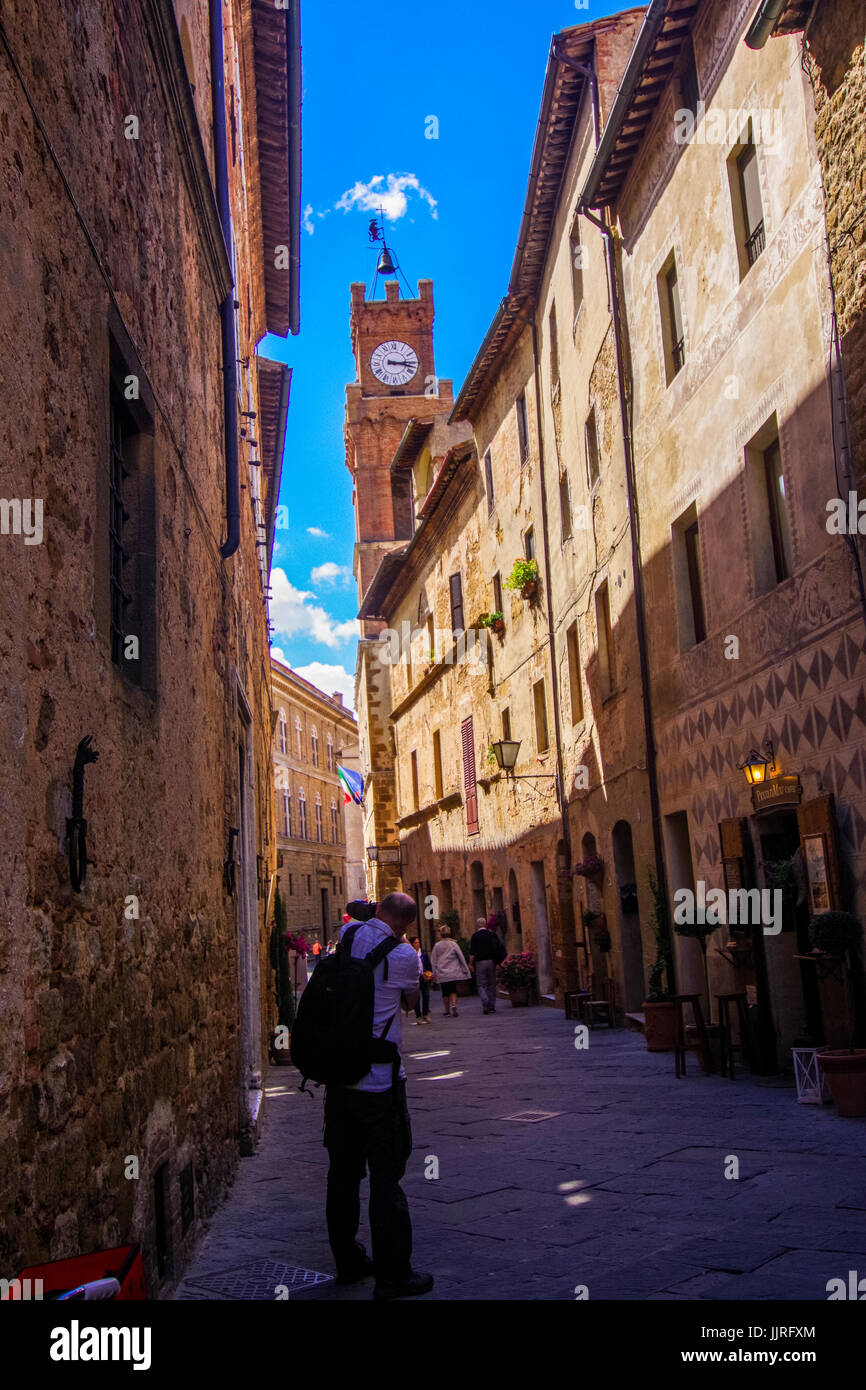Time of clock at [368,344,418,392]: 3:17
